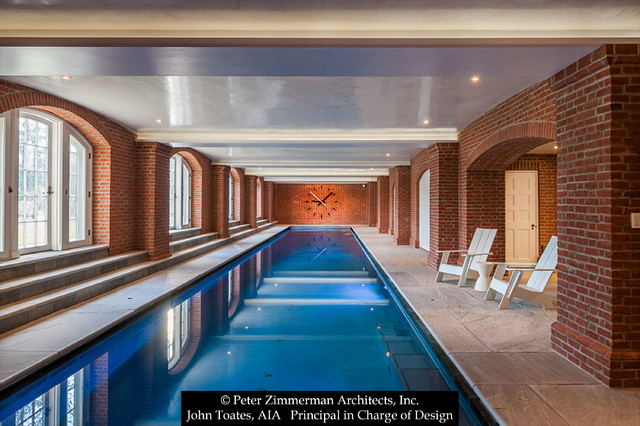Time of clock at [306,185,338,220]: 9:07
